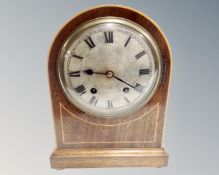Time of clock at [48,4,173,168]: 9:20
